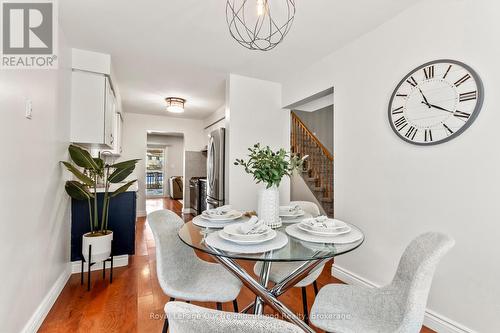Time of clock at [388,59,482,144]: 11:19
